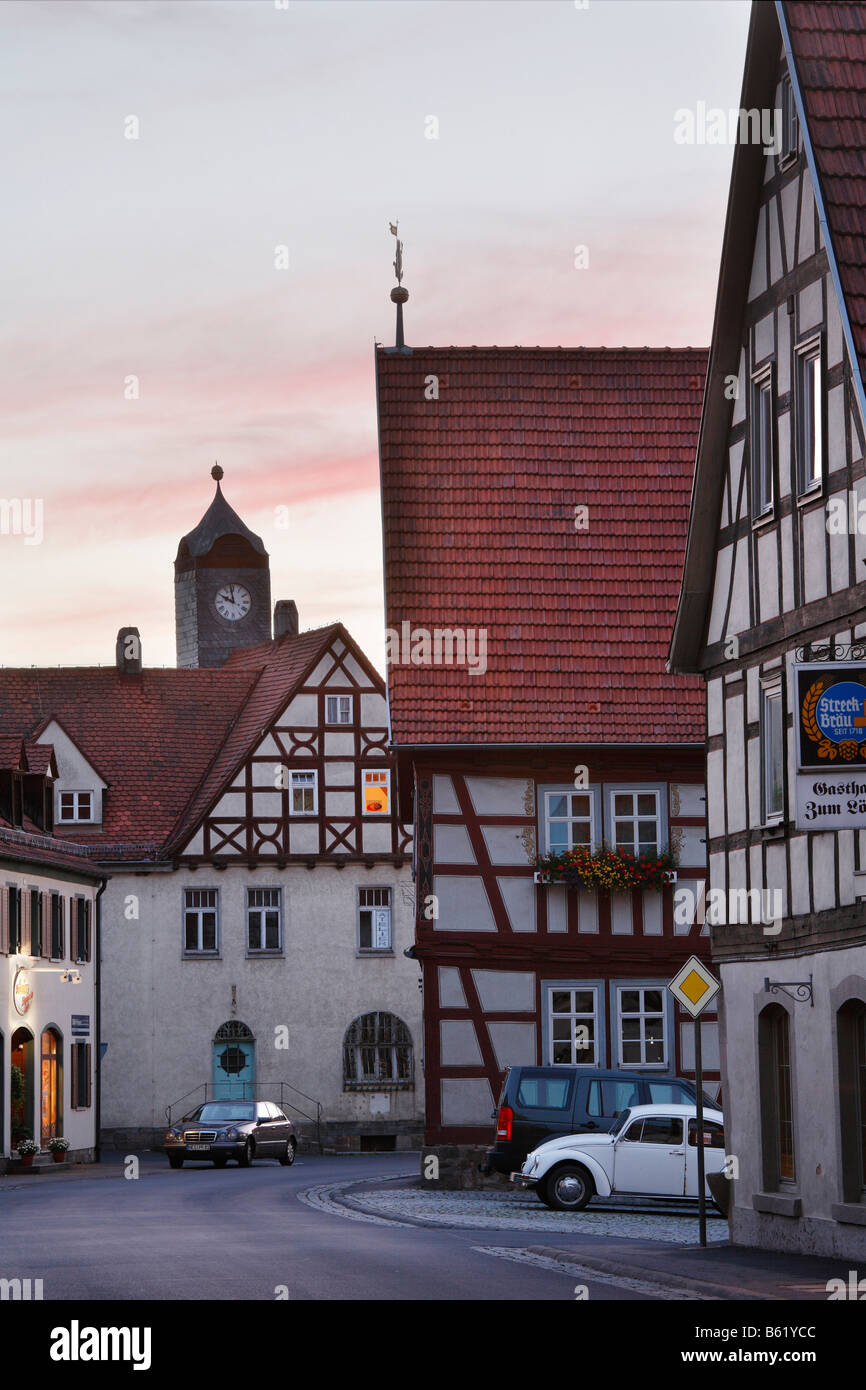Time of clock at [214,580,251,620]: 9:58
